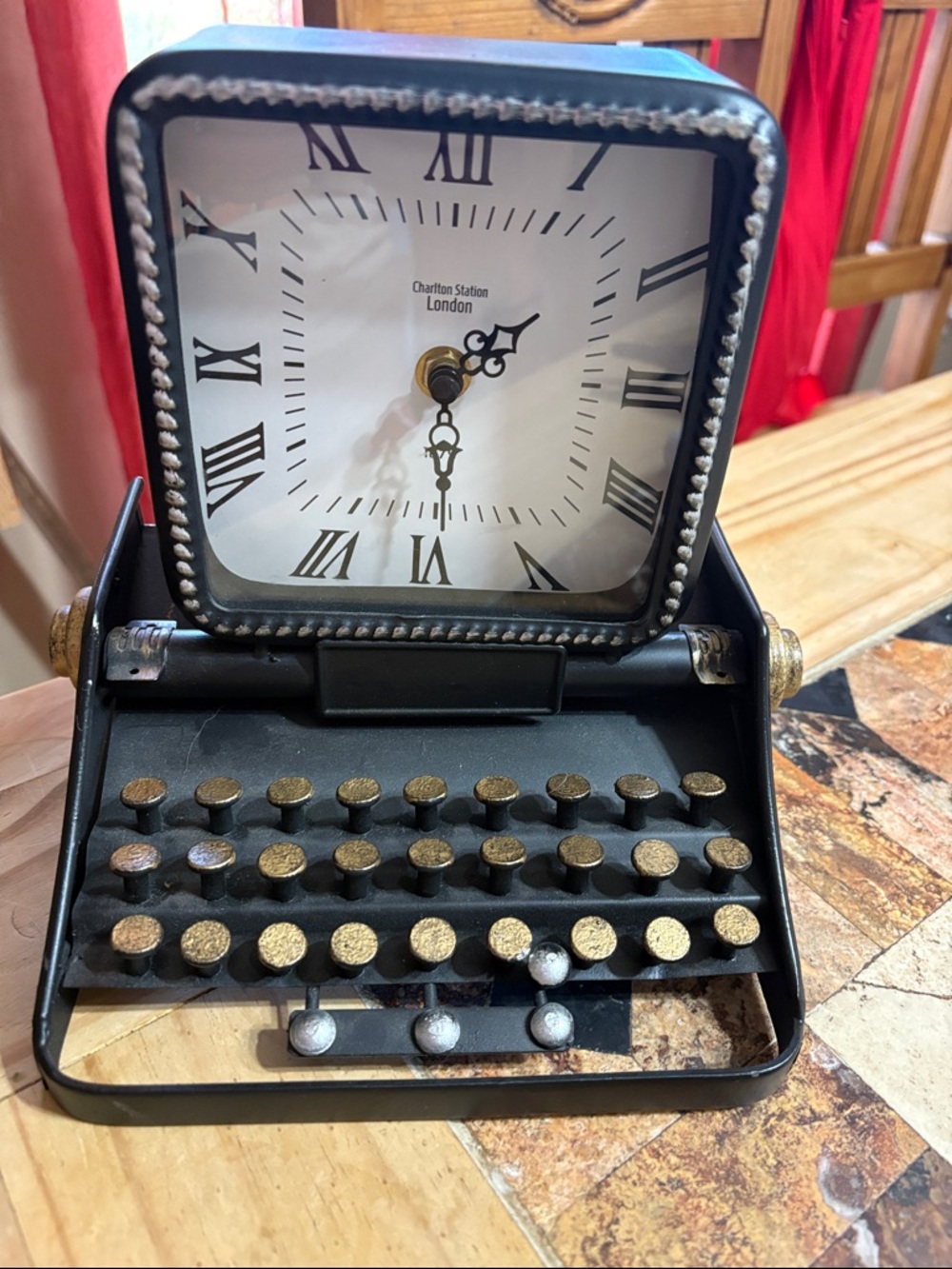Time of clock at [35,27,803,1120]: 1:28
